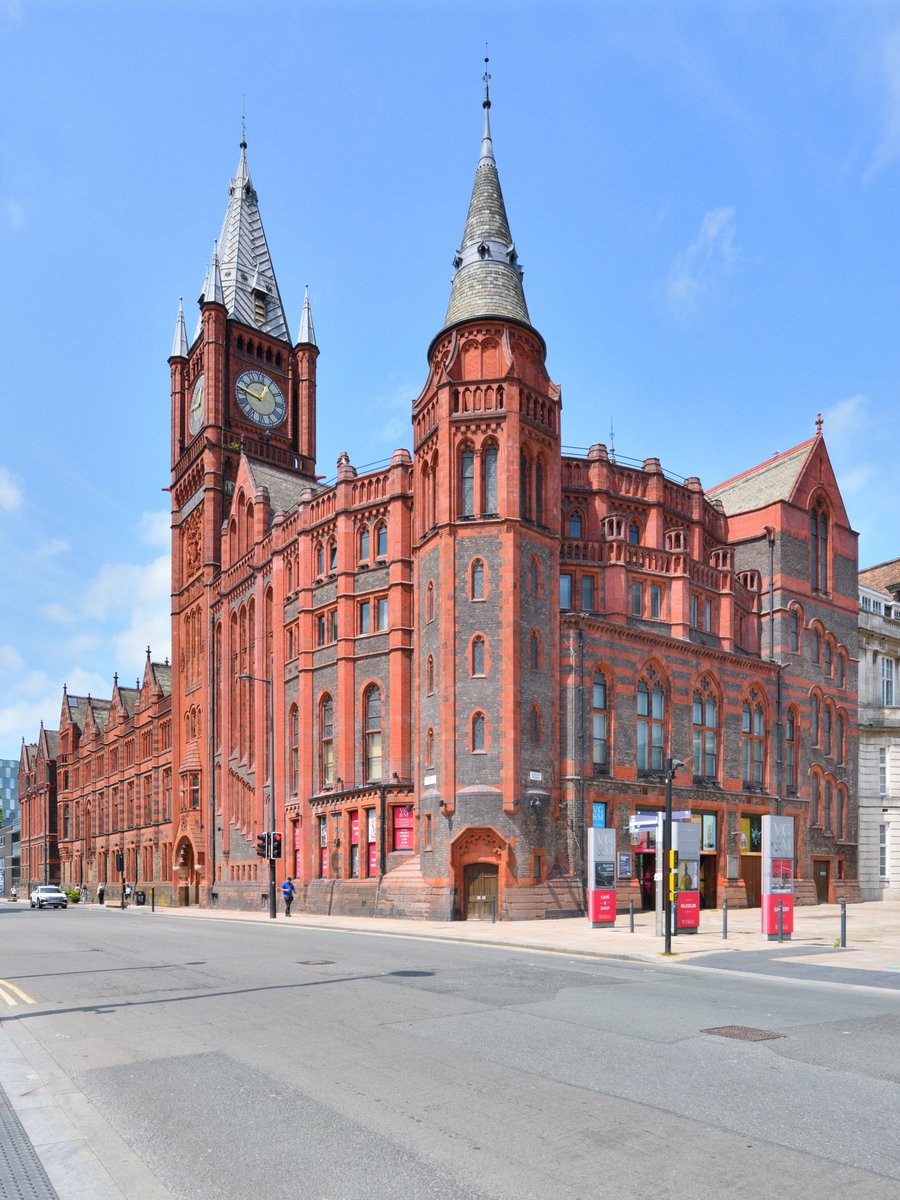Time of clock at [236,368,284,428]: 12:46
